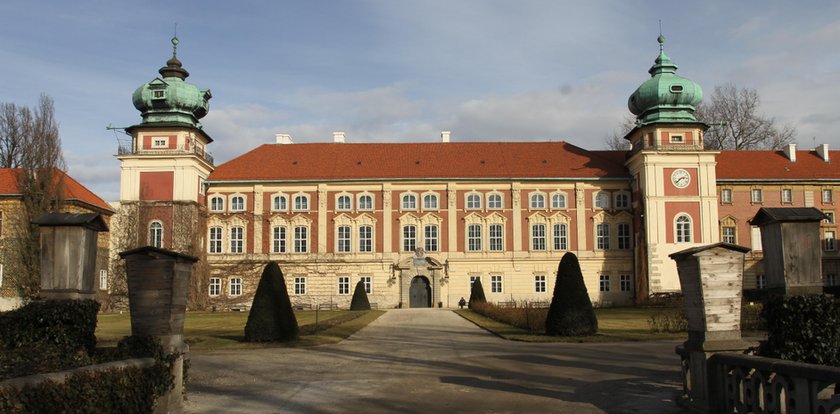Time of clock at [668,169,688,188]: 2:38
